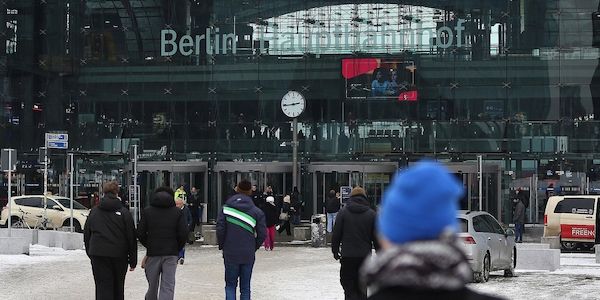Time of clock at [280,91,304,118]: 2:44
